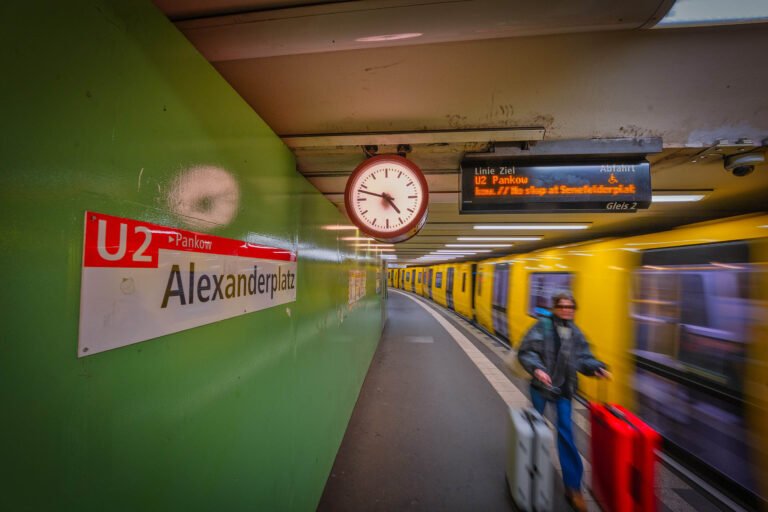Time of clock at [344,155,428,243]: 4:47
